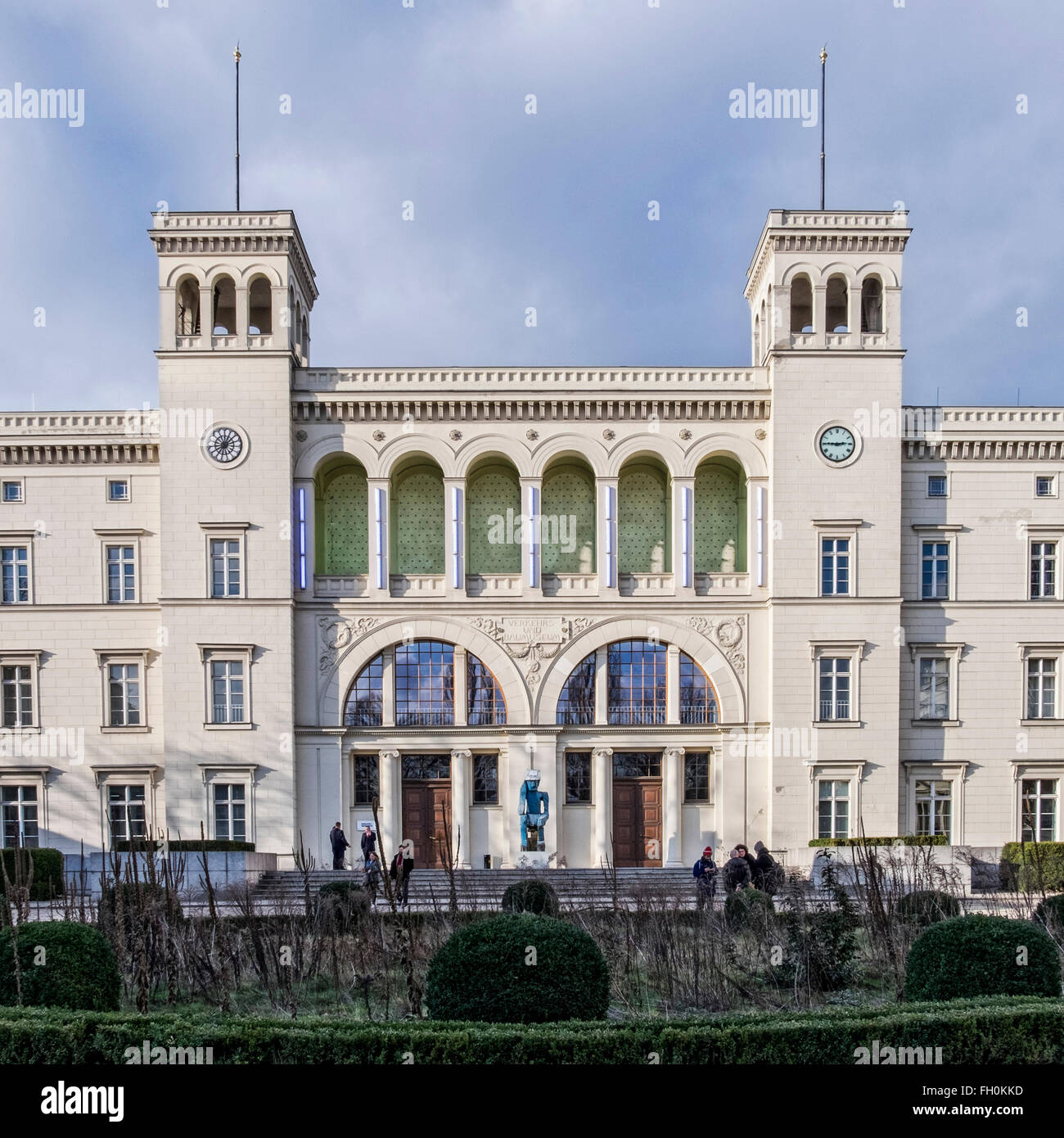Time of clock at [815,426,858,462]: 2:45
